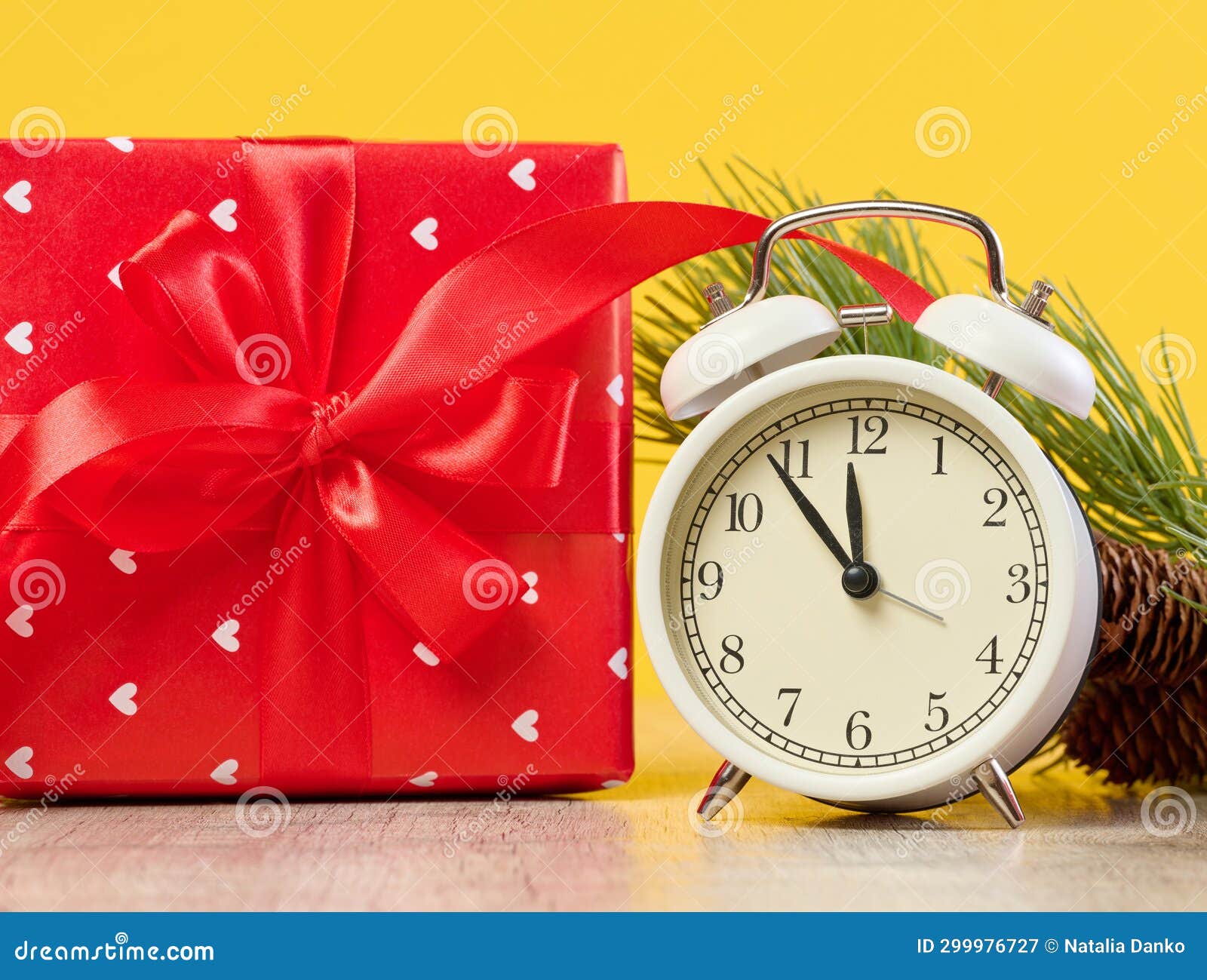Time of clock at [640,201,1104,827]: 11:53
